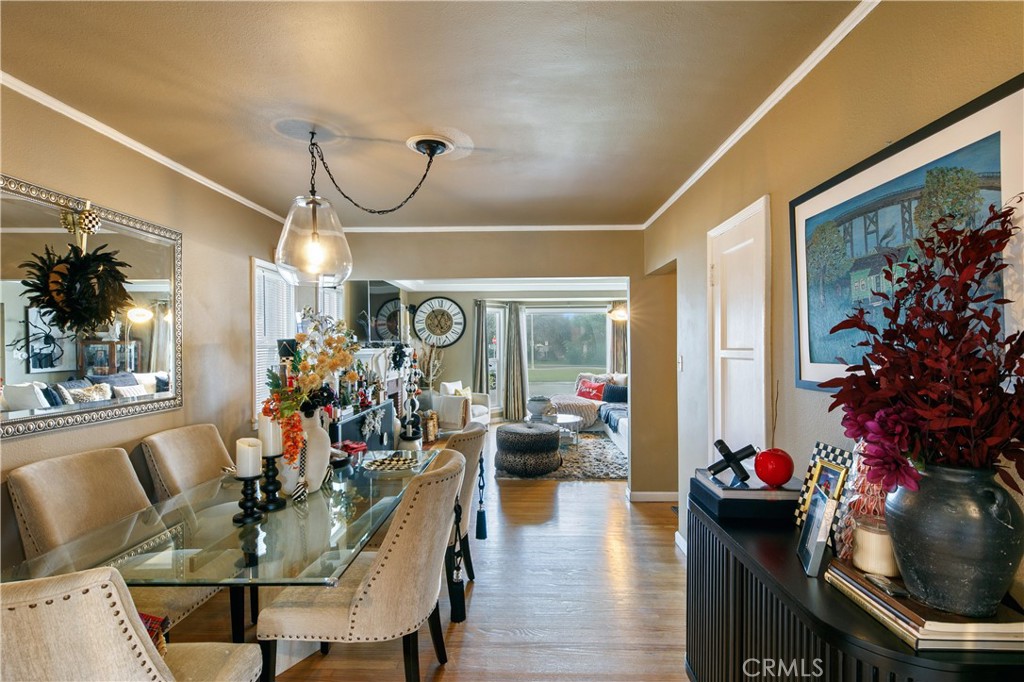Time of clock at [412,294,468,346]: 12:55
